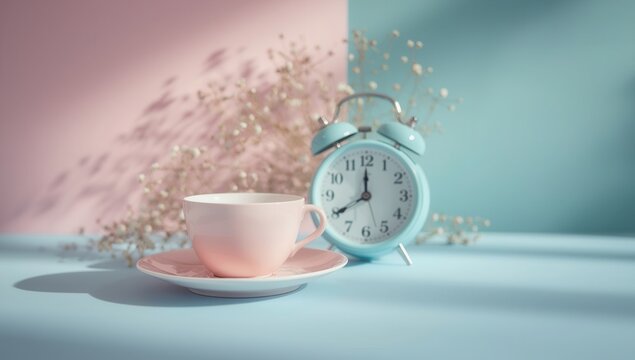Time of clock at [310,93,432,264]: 11:40
